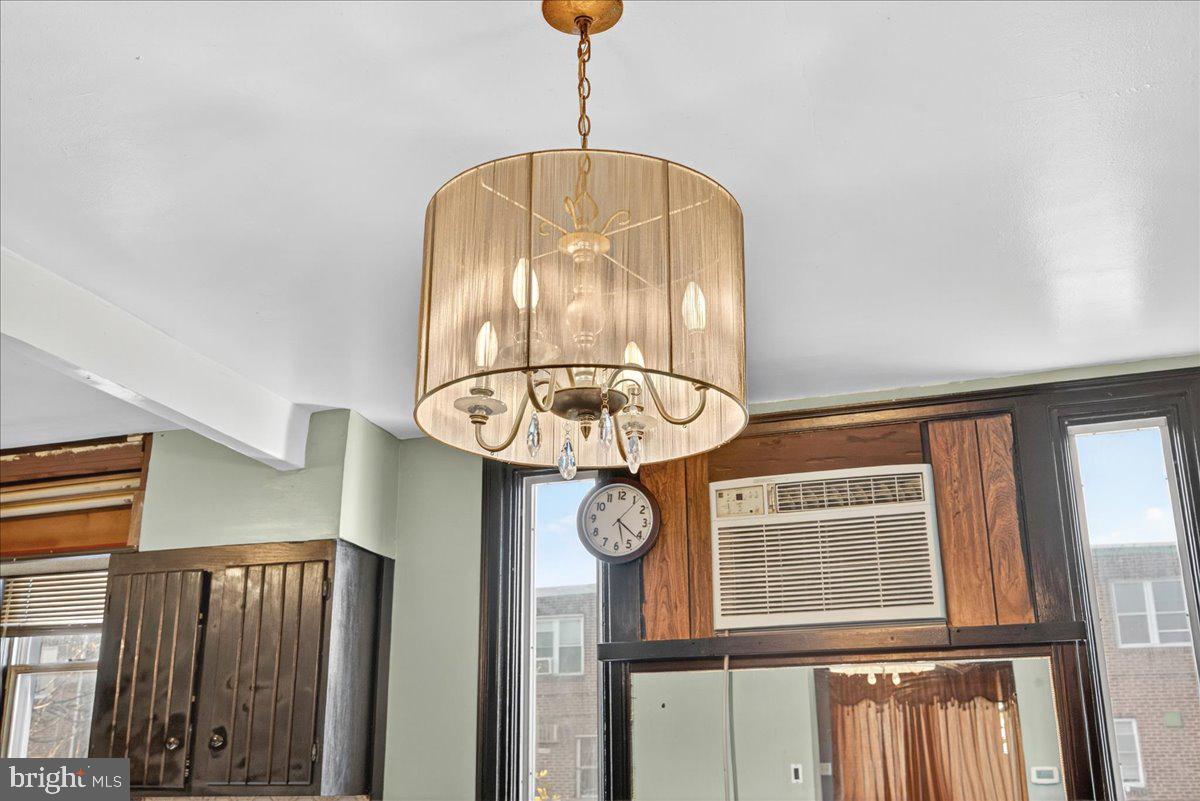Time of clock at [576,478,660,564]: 5:21
